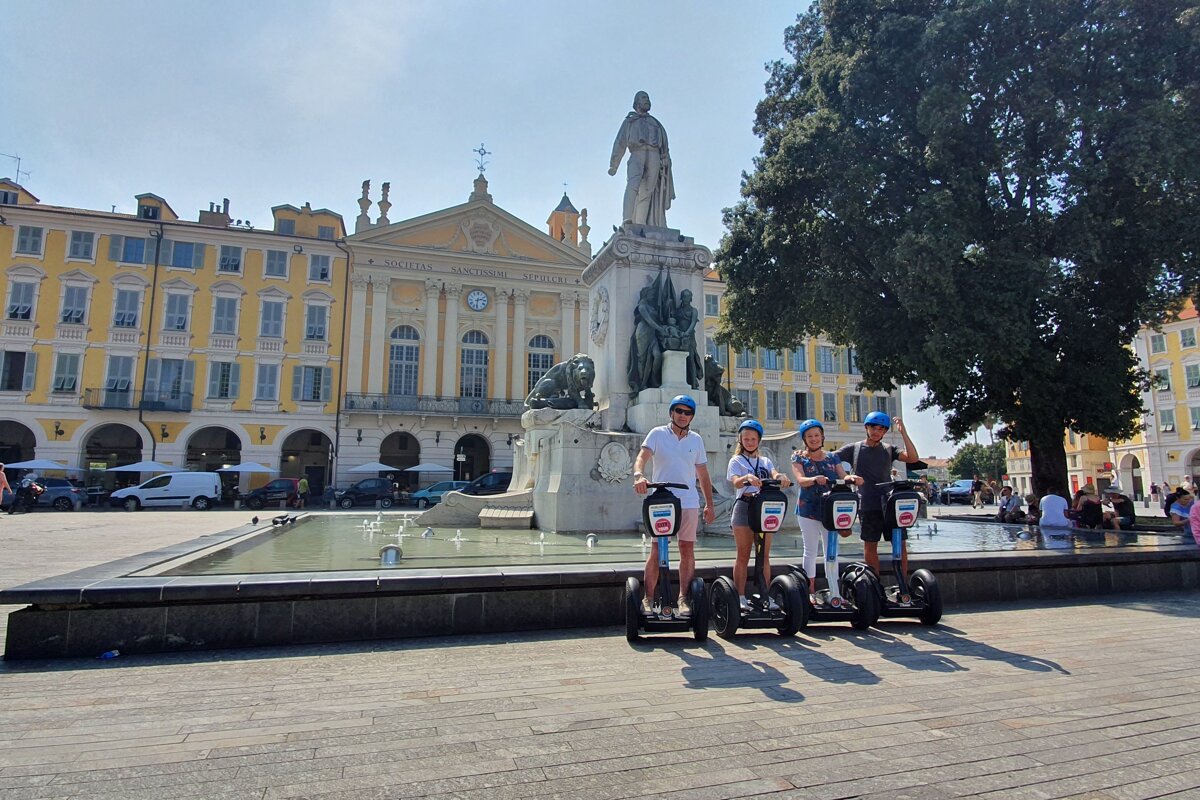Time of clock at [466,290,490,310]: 2:31
